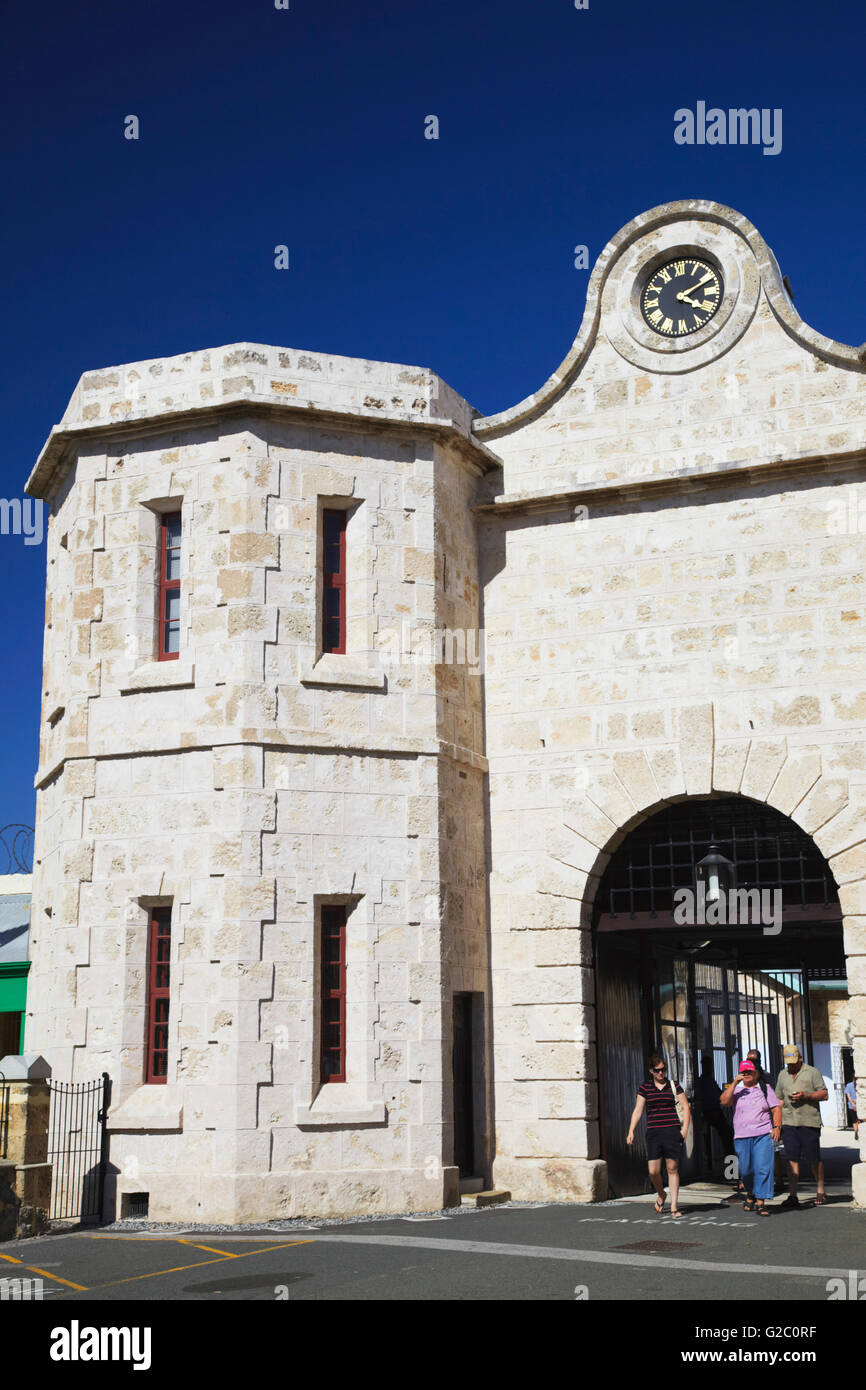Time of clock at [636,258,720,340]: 4:10
